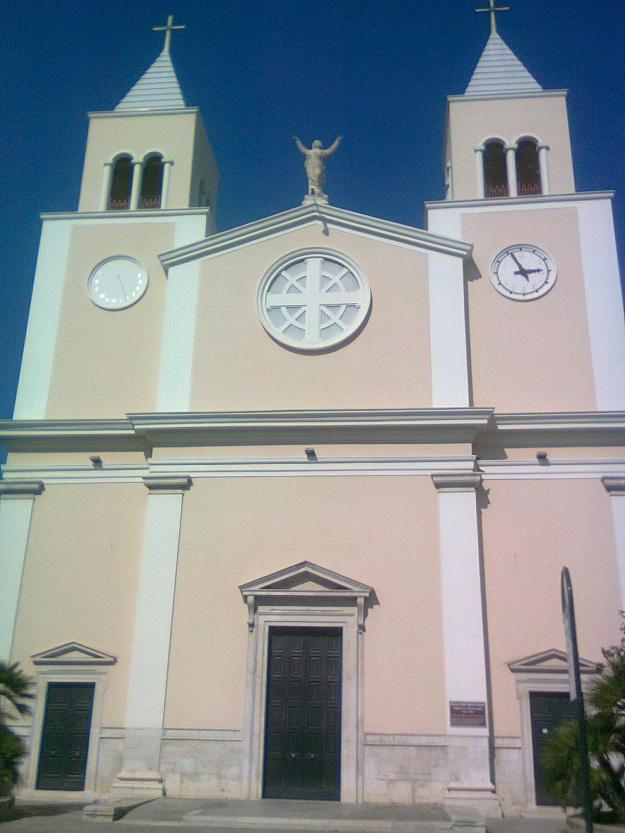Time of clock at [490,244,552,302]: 2:56
